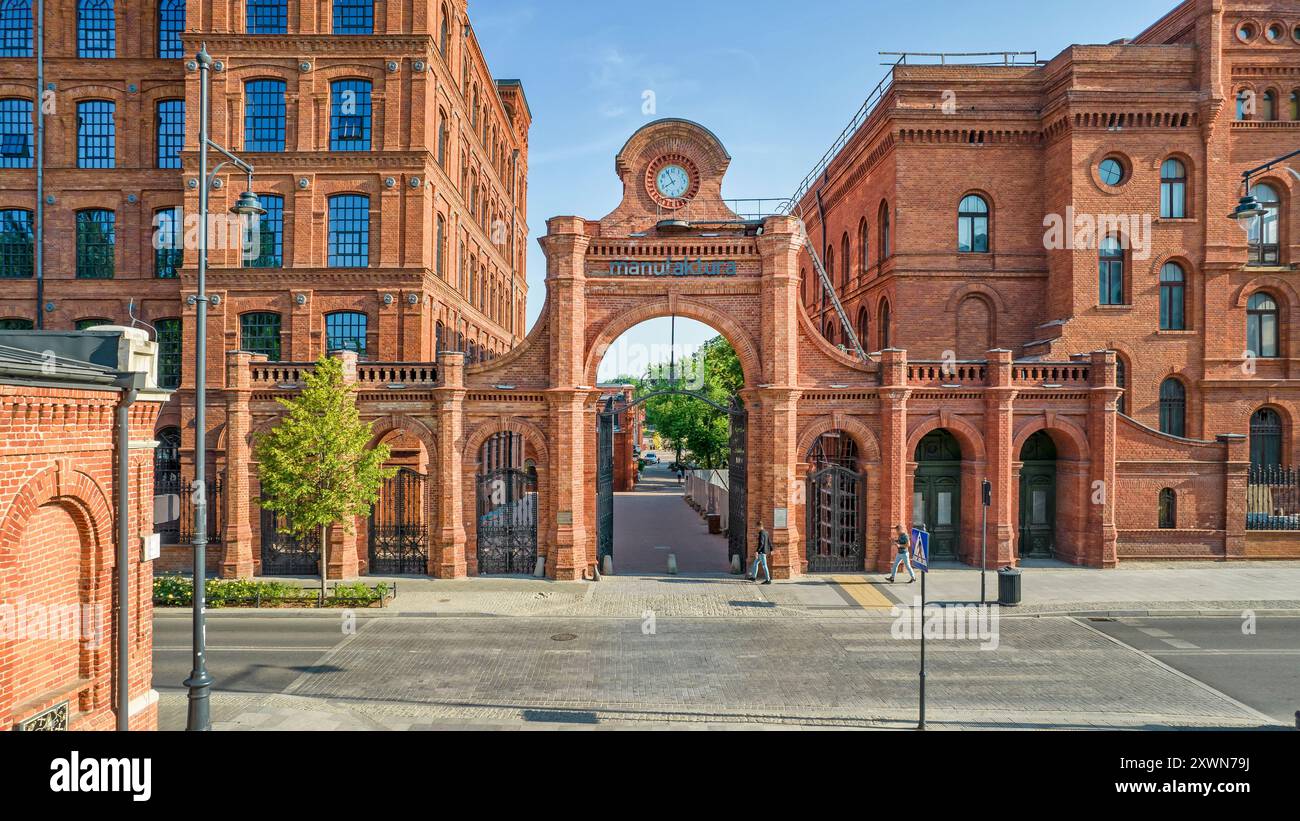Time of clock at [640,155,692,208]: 7:55
